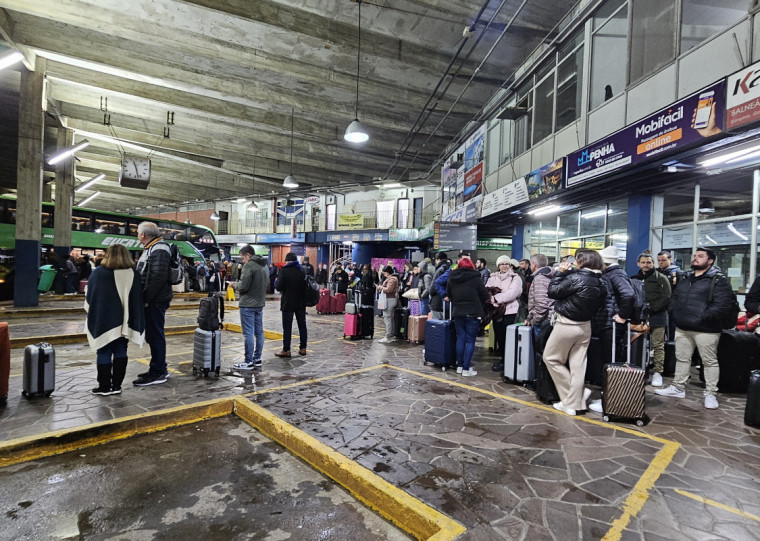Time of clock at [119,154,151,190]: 11:27
